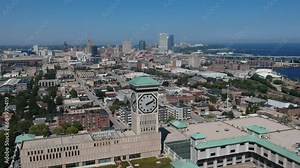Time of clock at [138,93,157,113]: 2:11
